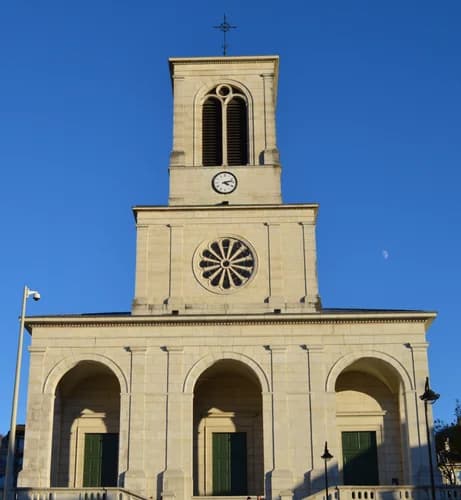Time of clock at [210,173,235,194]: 4:12
